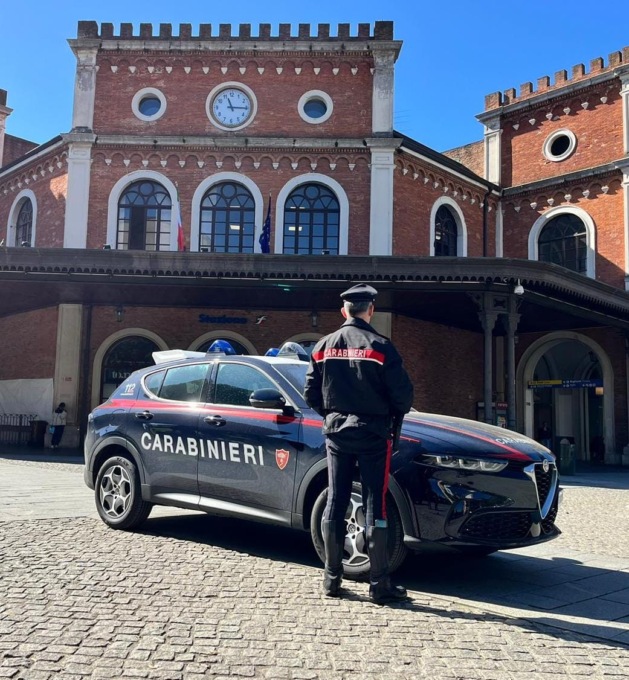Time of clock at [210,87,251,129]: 11:15
